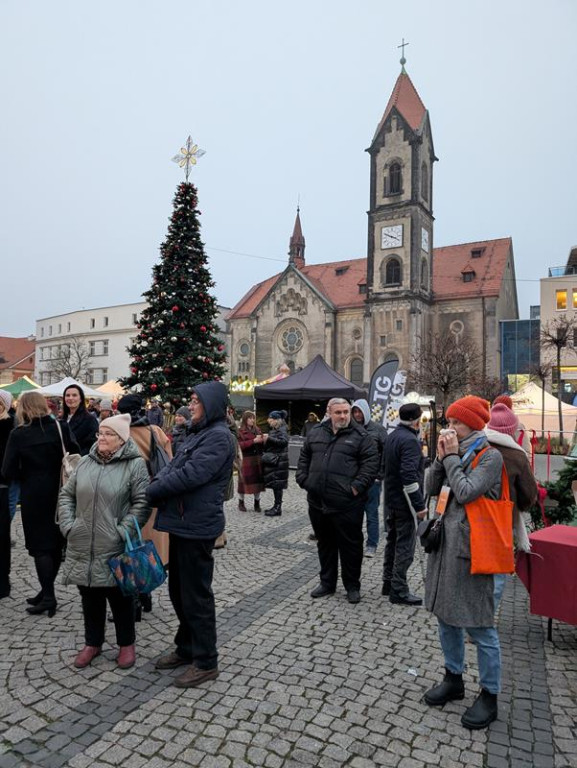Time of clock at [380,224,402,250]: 3:49
